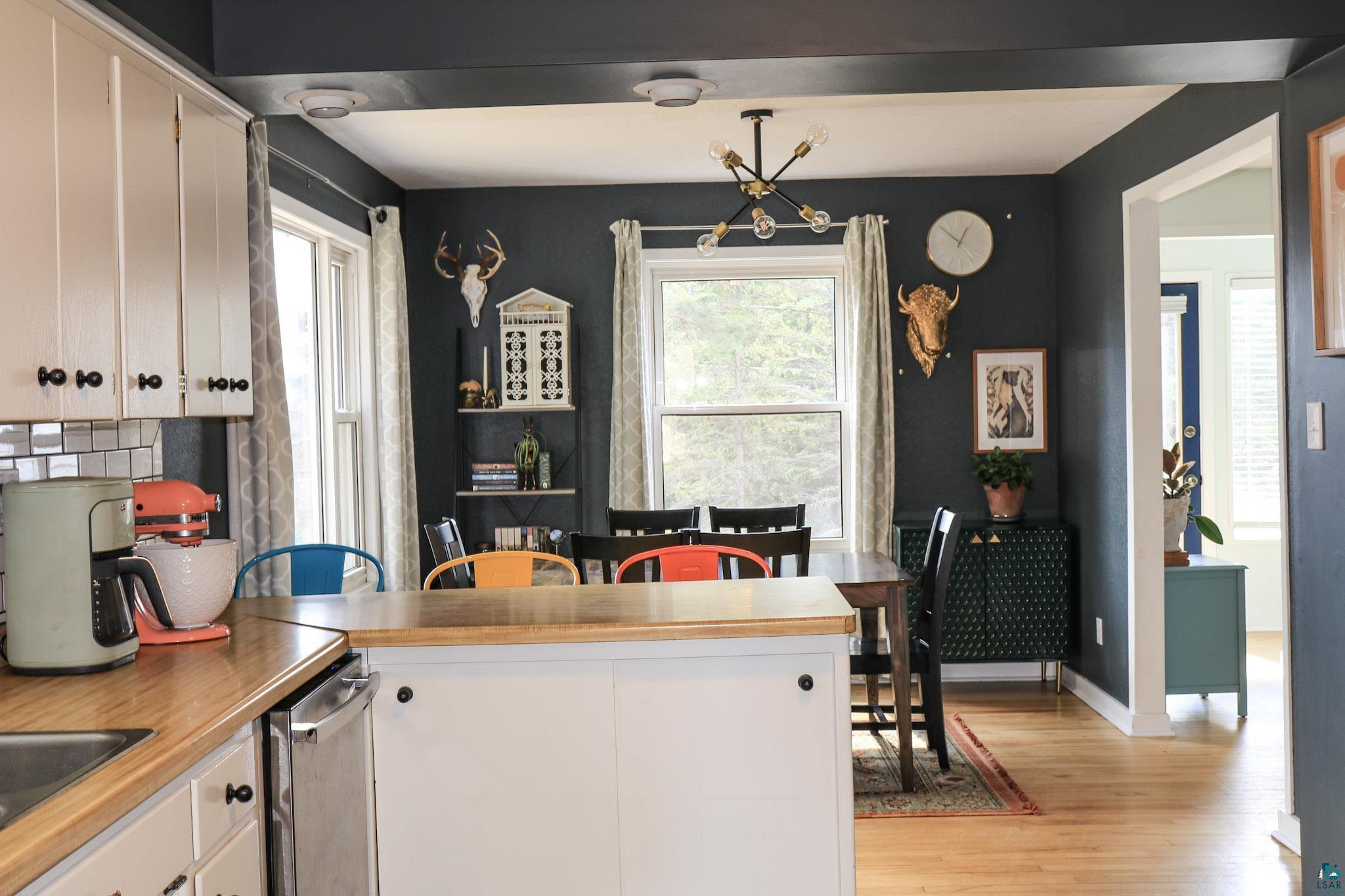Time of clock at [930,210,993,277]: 12:52
